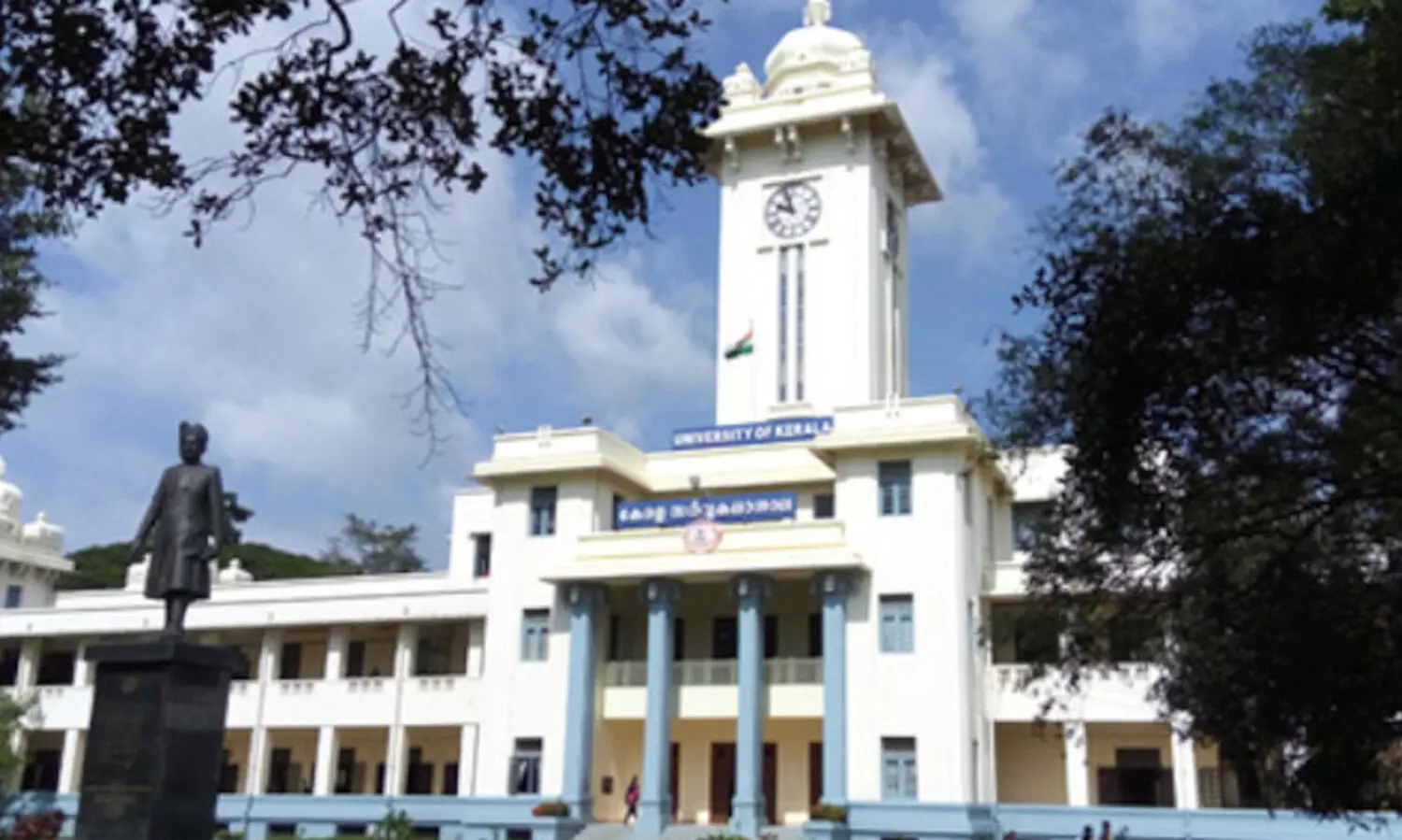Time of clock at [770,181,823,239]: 9:57
